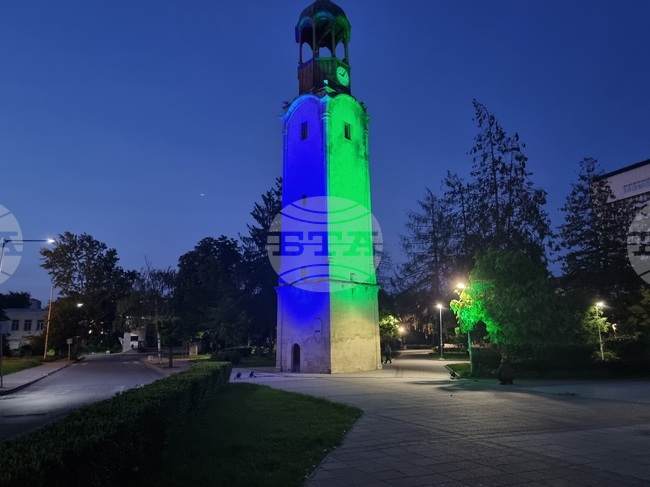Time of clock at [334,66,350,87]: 9:07
